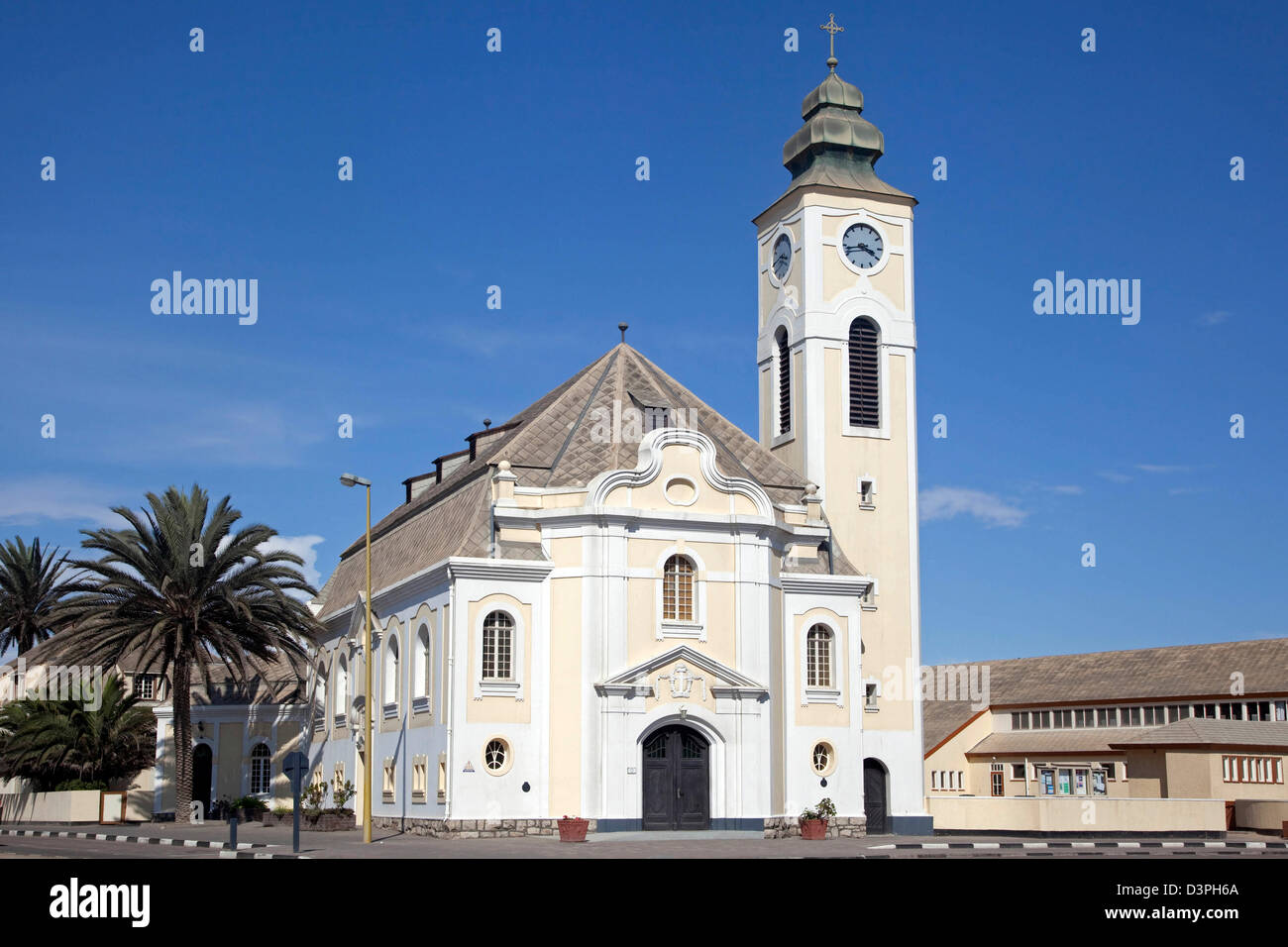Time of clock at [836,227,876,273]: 3:43
